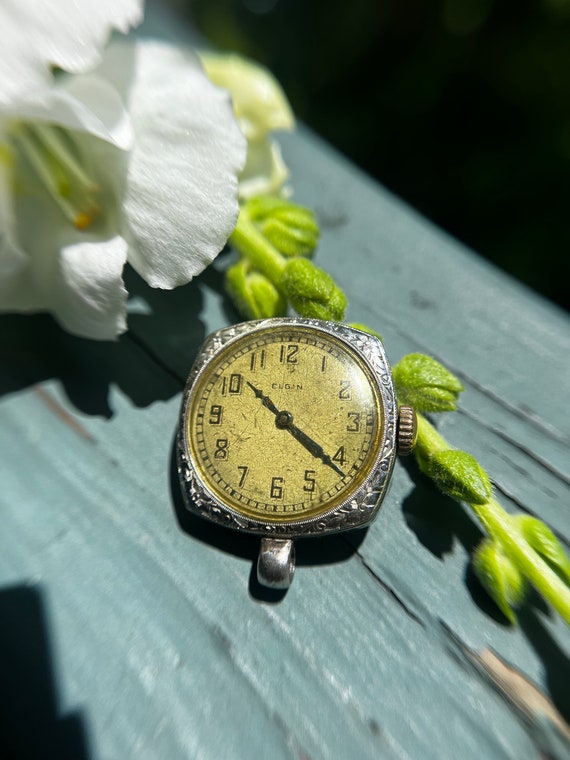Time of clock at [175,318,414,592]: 10:21
